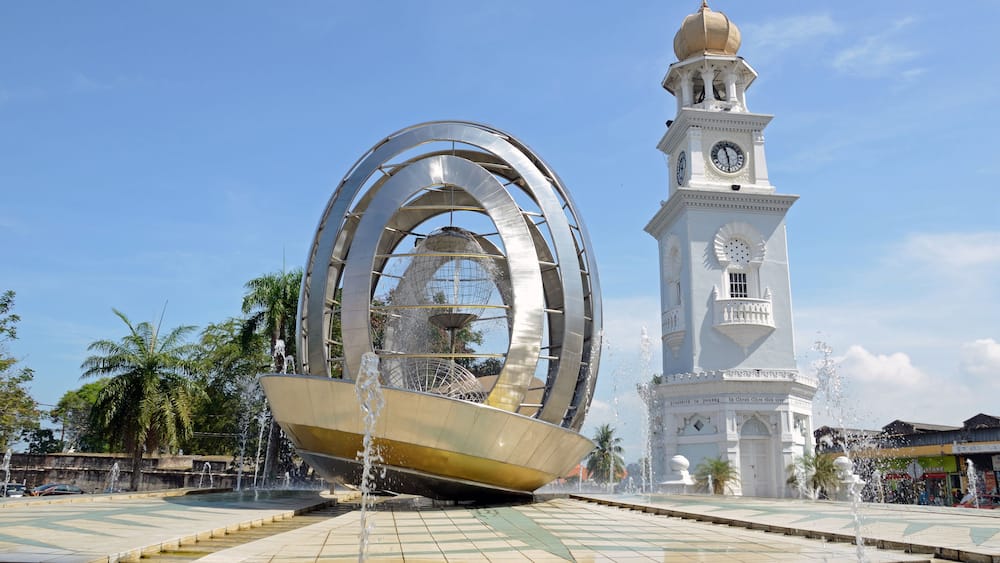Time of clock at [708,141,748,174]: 11:29
